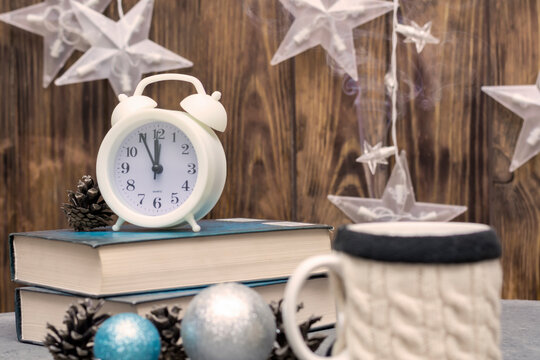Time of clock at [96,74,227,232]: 11:55
